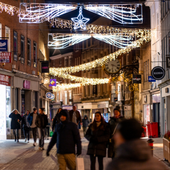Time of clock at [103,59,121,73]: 6:18
